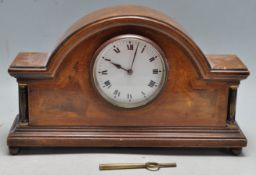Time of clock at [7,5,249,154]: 10:02
